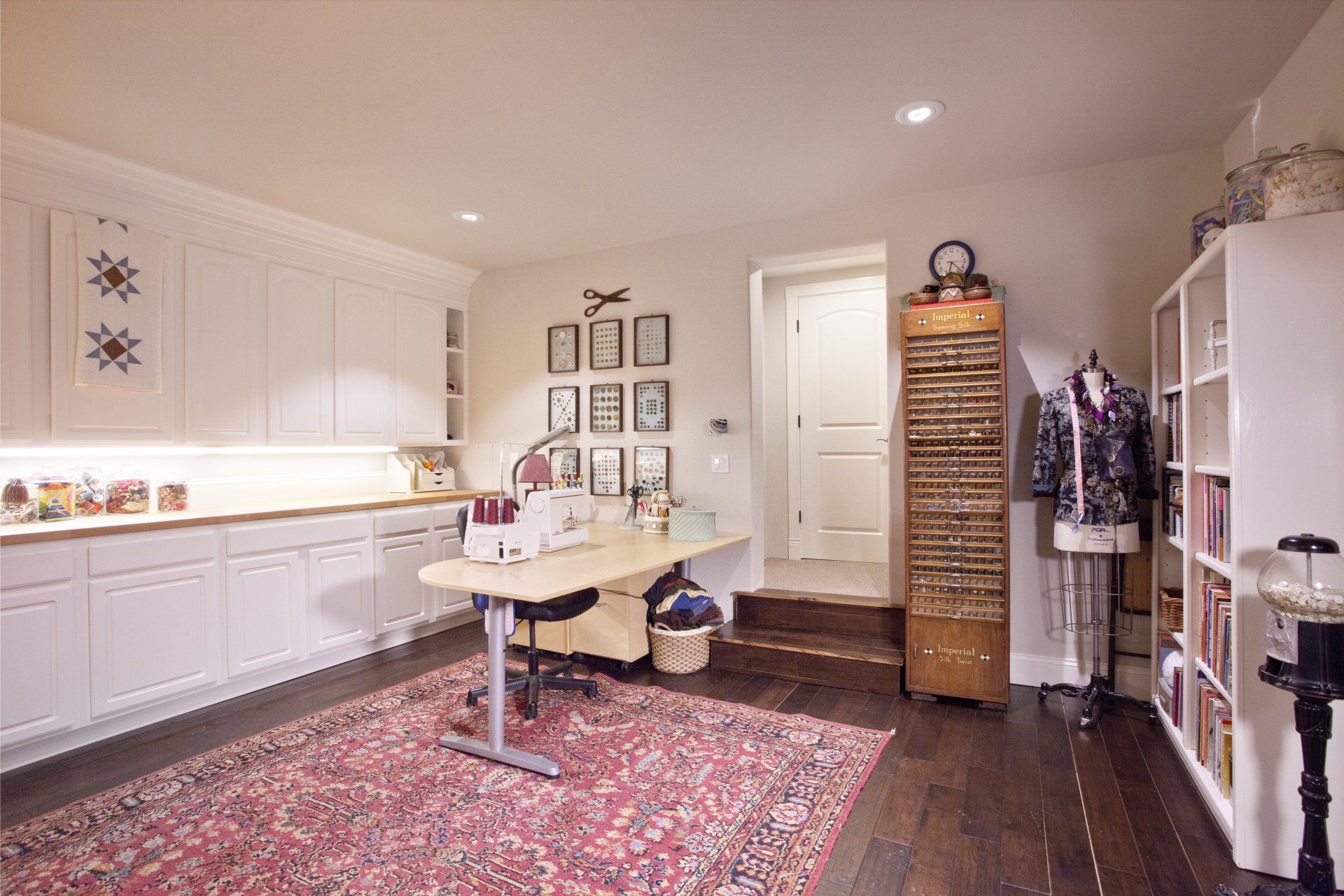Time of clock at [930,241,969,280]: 6:22
